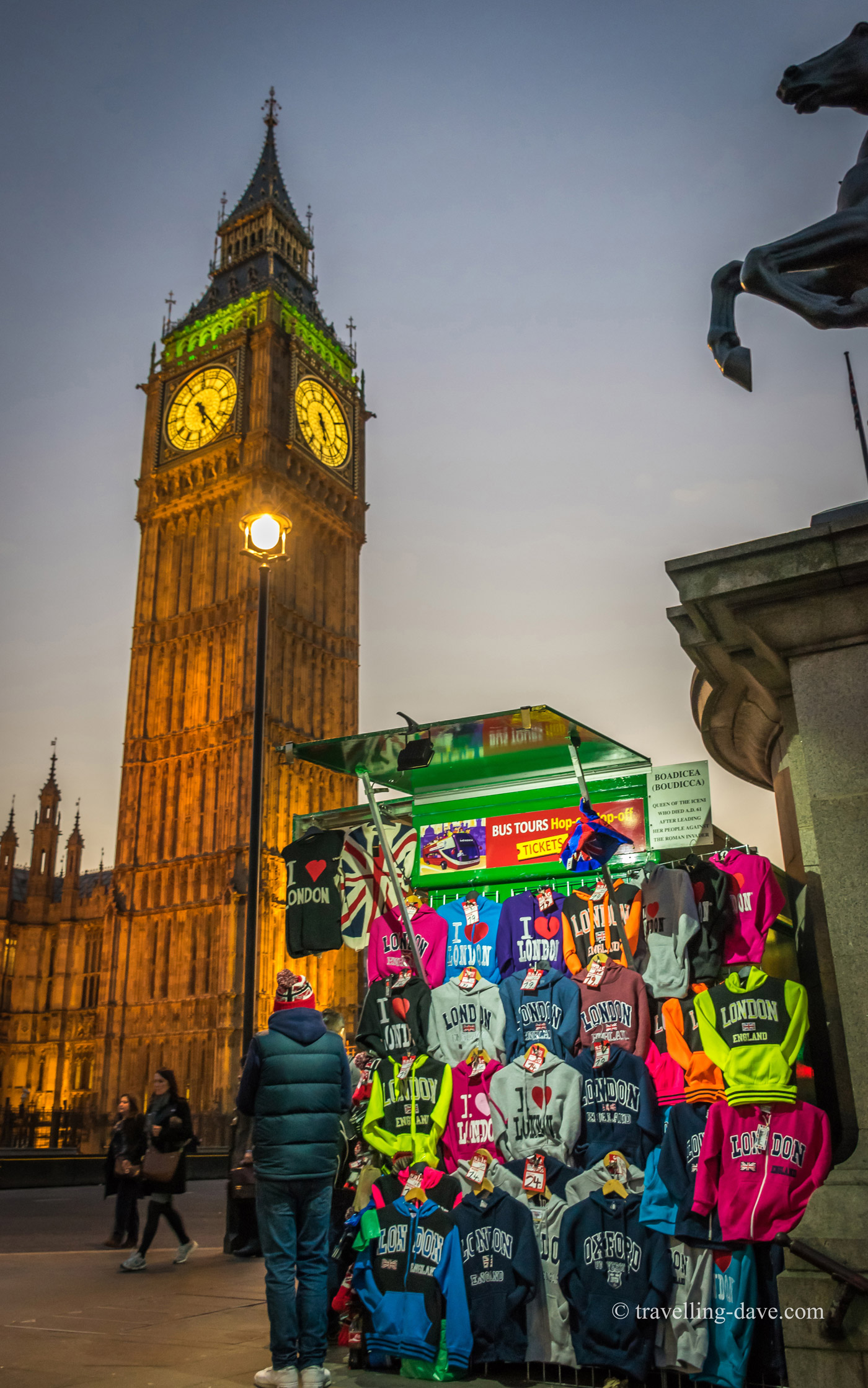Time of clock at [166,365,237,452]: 5:24
